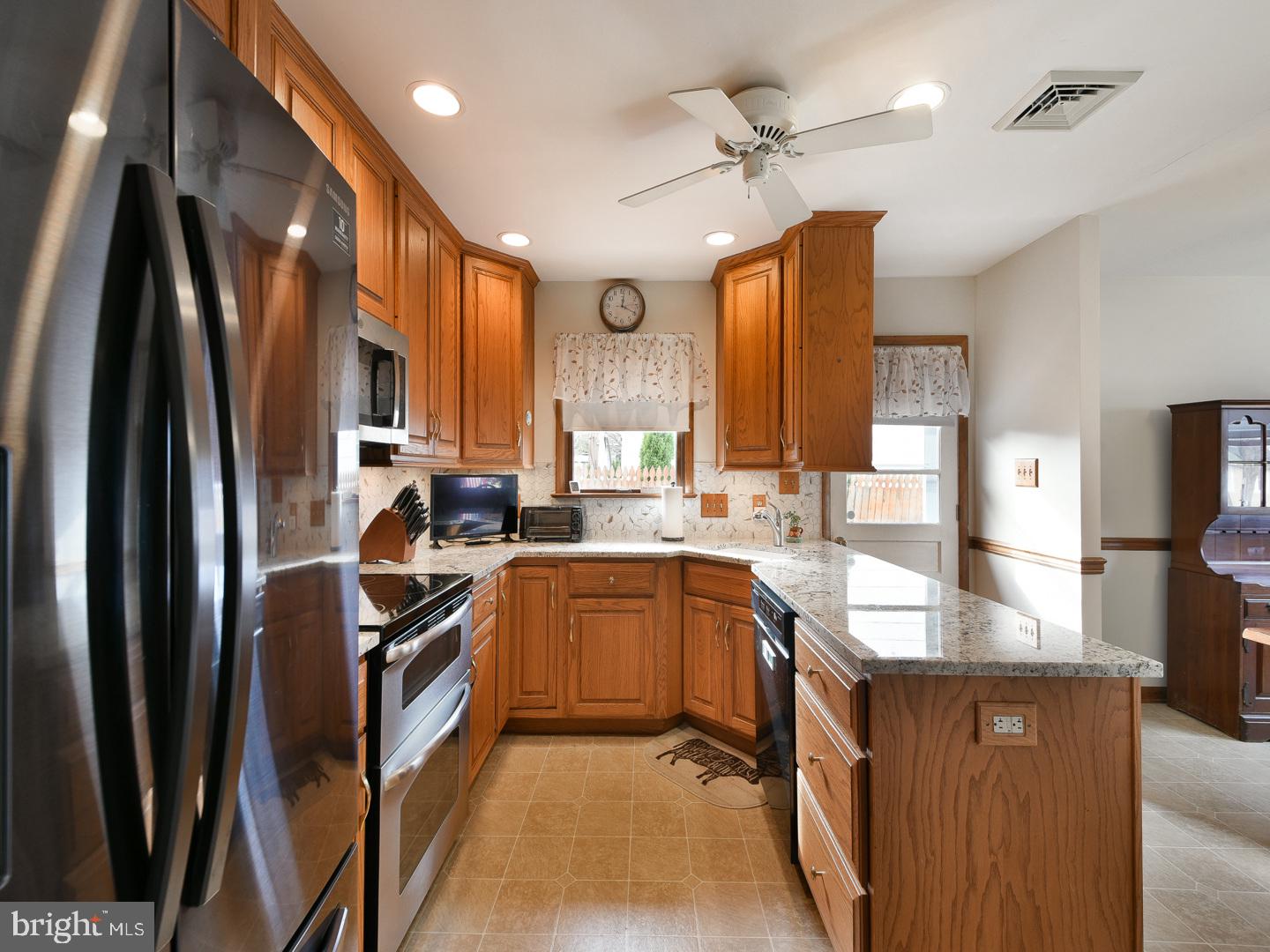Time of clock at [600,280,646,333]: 12:19
